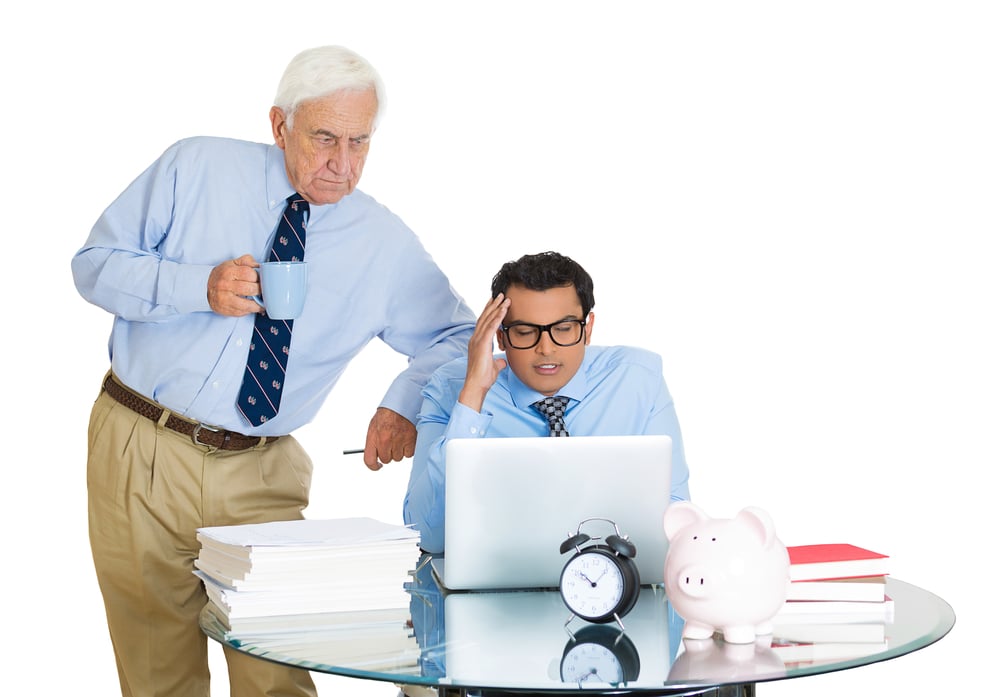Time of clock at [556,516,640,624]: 10:07
